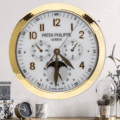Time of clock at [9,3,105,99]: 4:31
